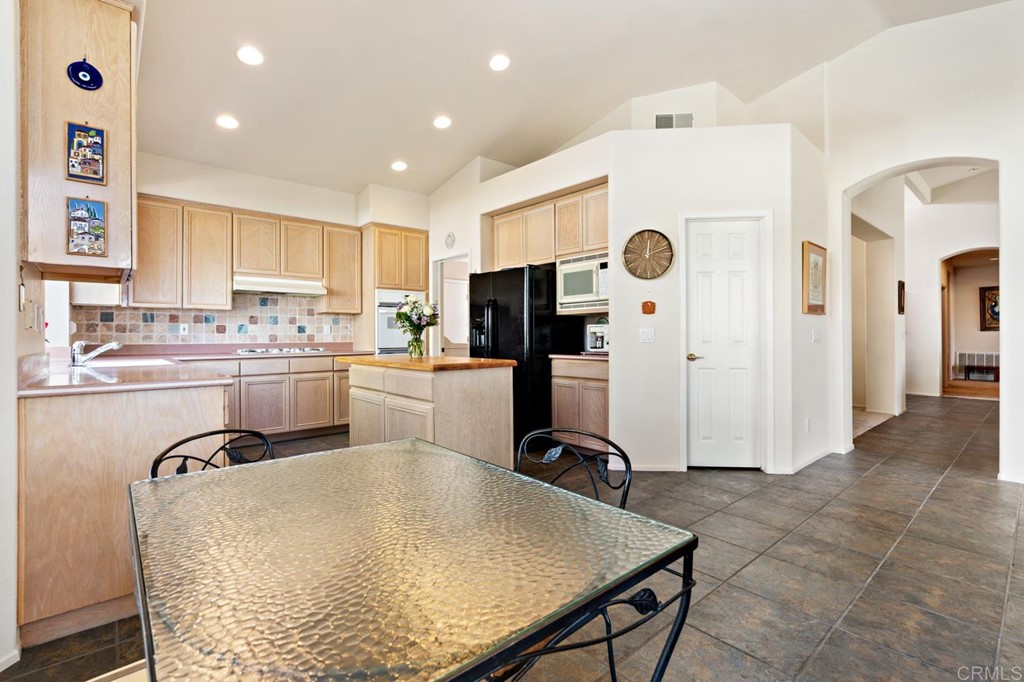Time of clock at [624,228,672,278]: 12:11
